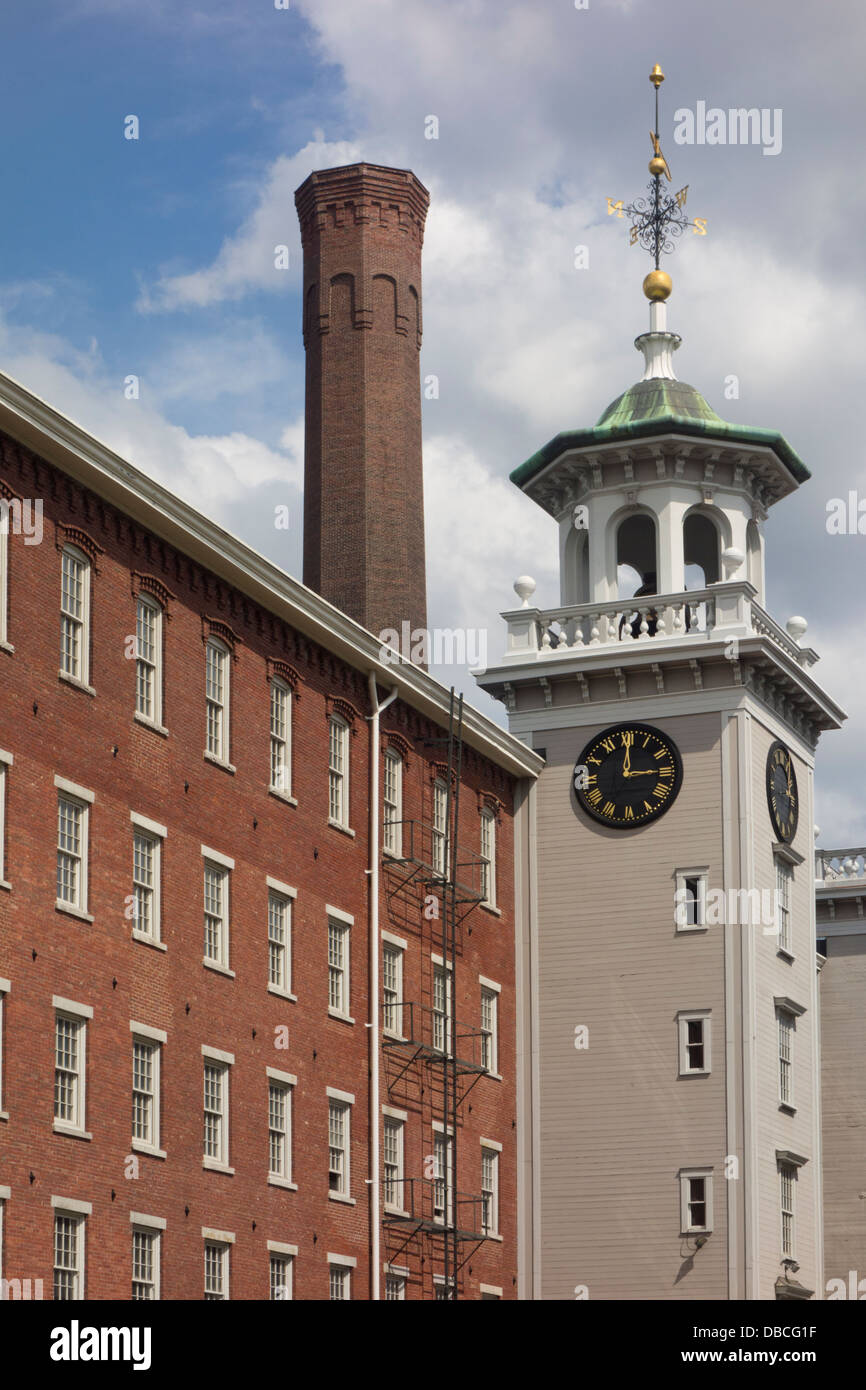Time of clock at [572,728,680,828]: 3:00
